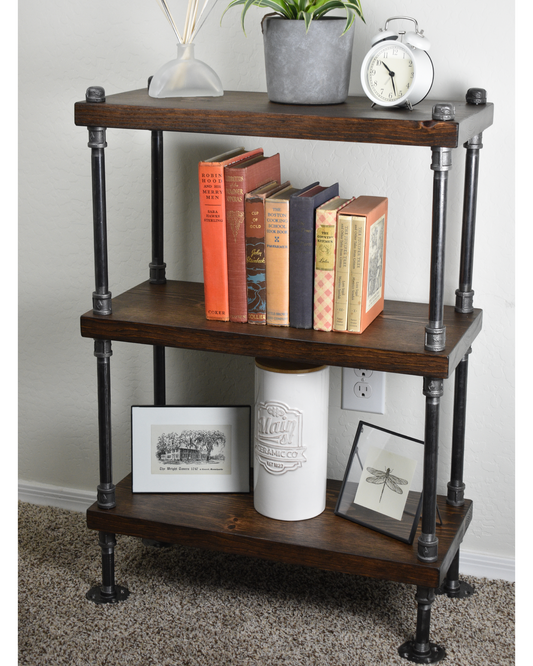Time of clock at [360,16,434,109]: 10:27
